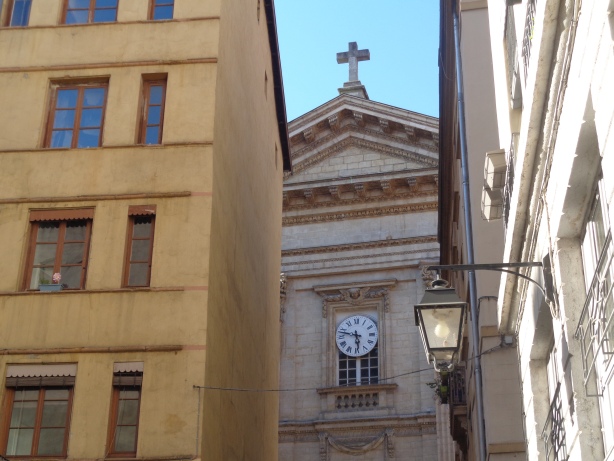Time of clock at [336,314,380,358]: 5:47
